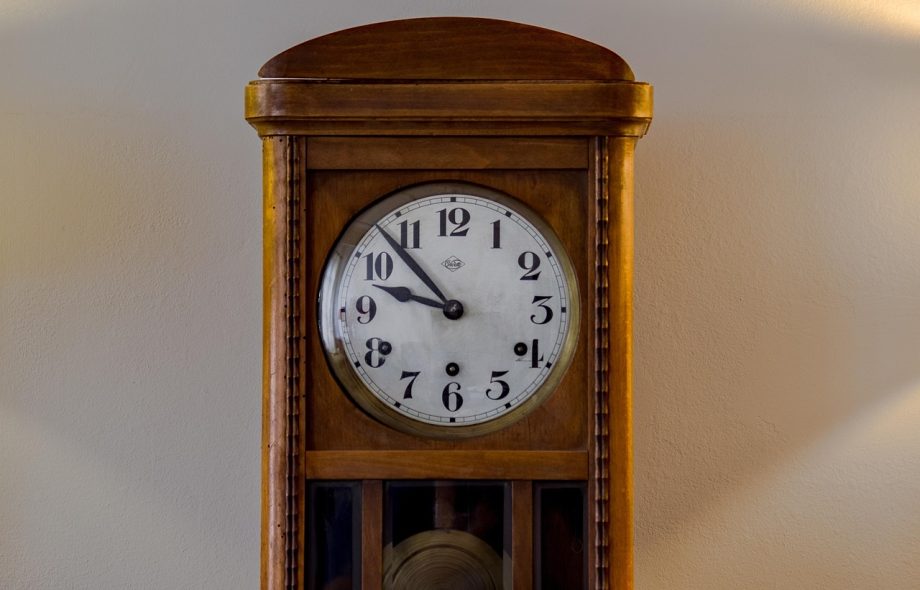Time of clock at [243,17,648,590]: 9:53
